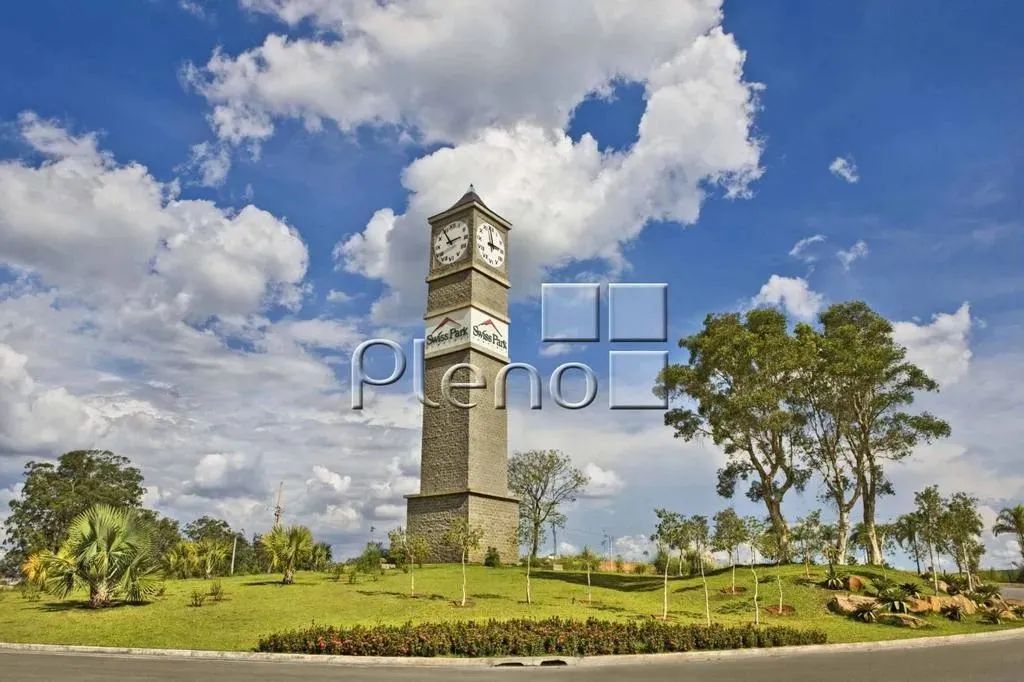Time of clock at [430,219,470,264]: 2:54
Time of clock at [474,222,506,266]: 2:58
